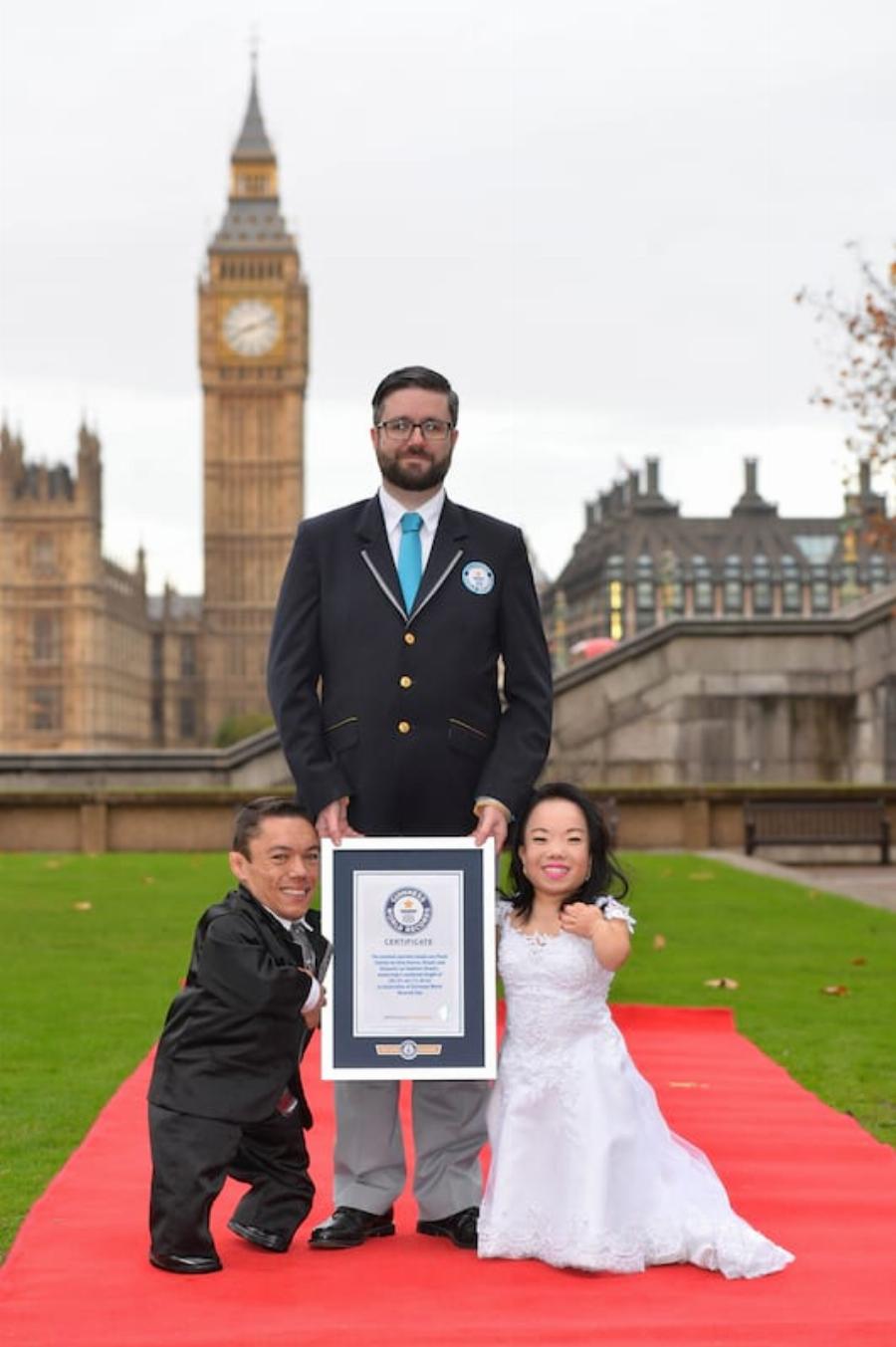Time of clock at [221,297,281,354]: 8:11
